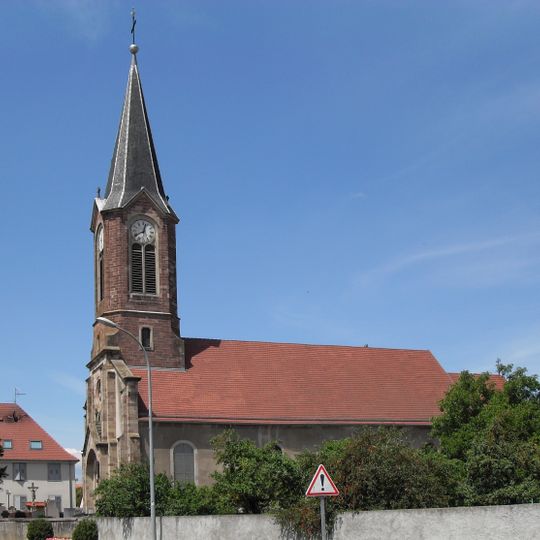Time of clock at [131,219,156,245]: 12:40
